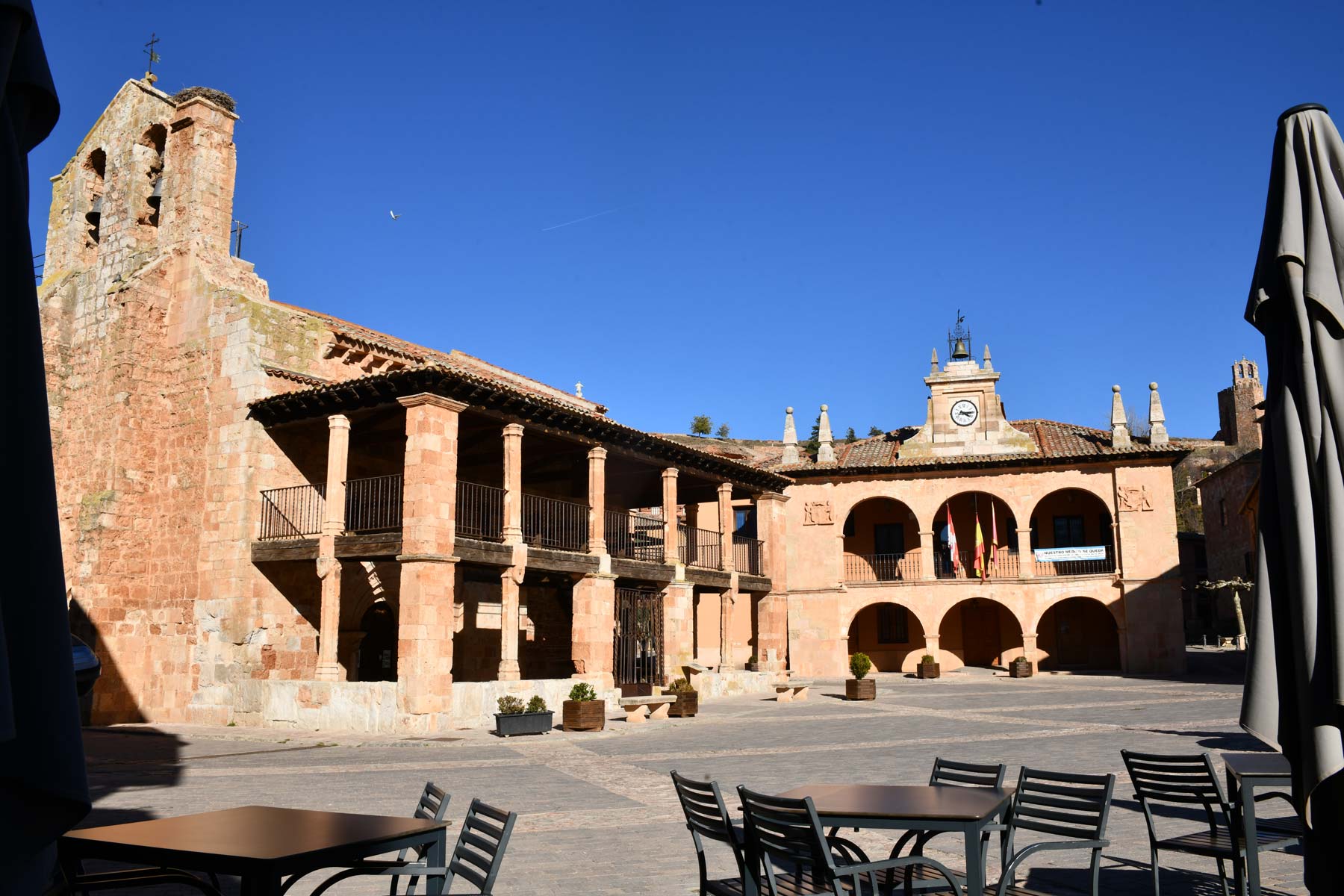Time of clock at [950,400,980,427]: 4:14
